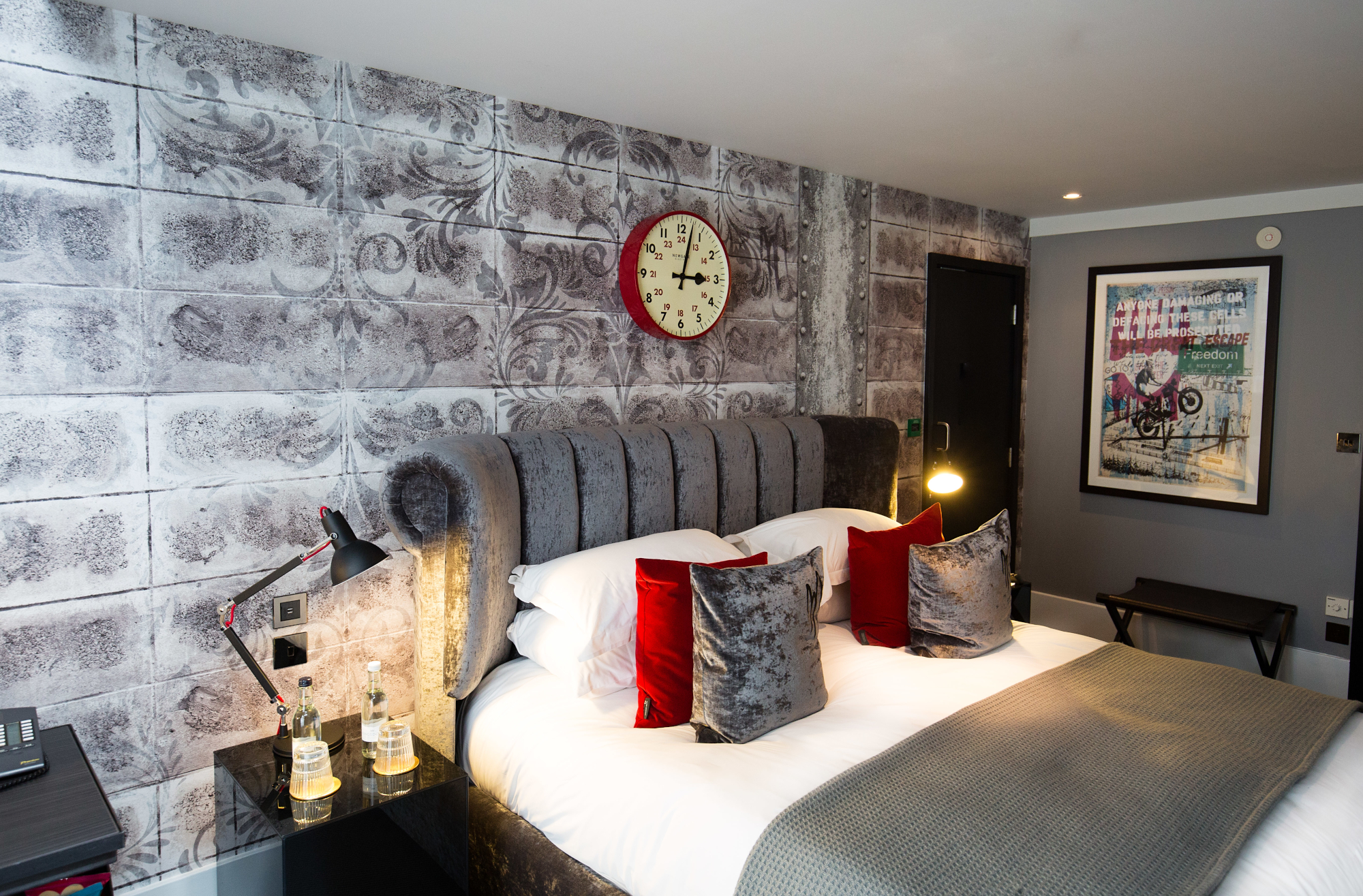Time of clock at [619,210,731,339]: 3:02
